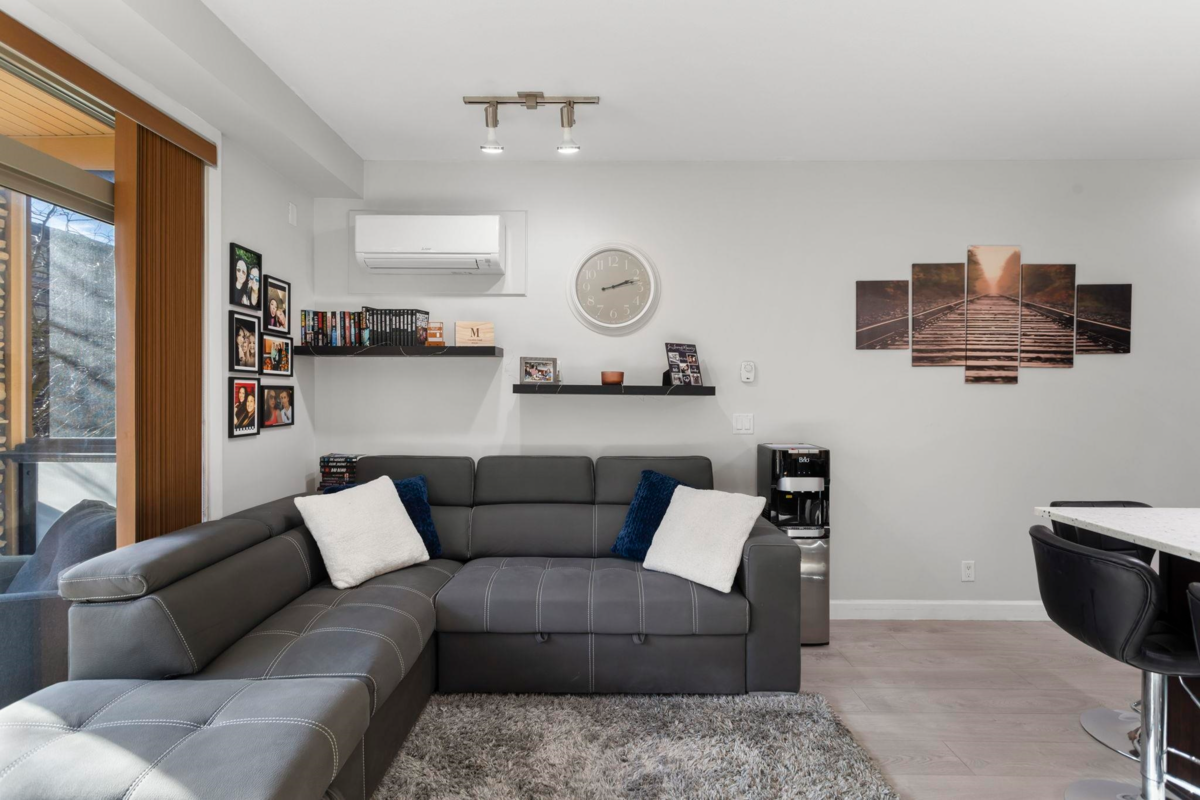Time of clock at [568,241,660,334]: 2:12
